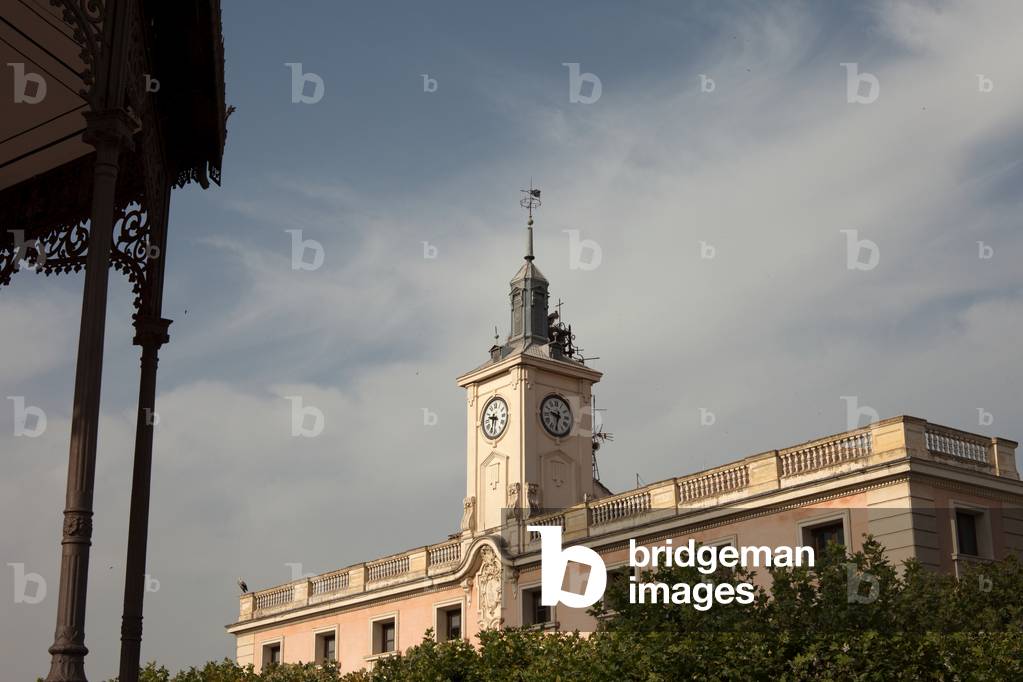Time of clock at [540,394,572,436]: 9:32
